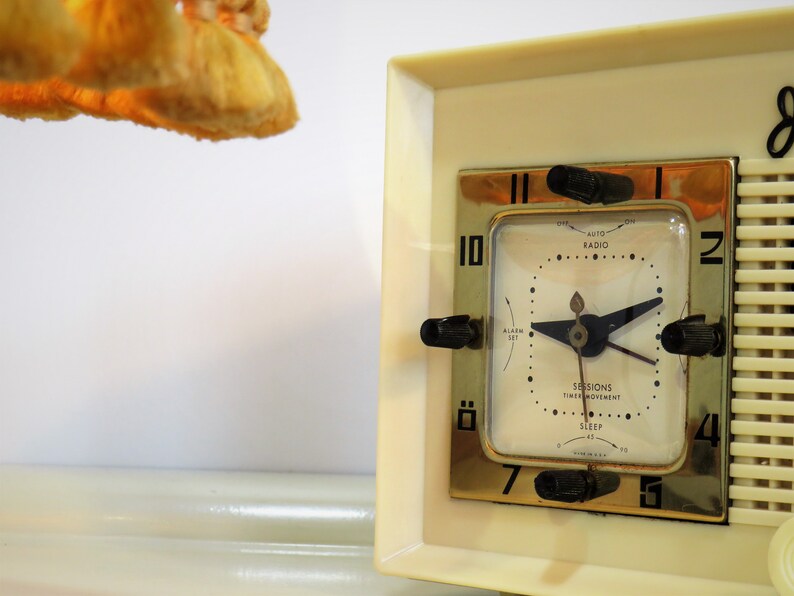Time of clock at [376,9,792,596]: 9:11
